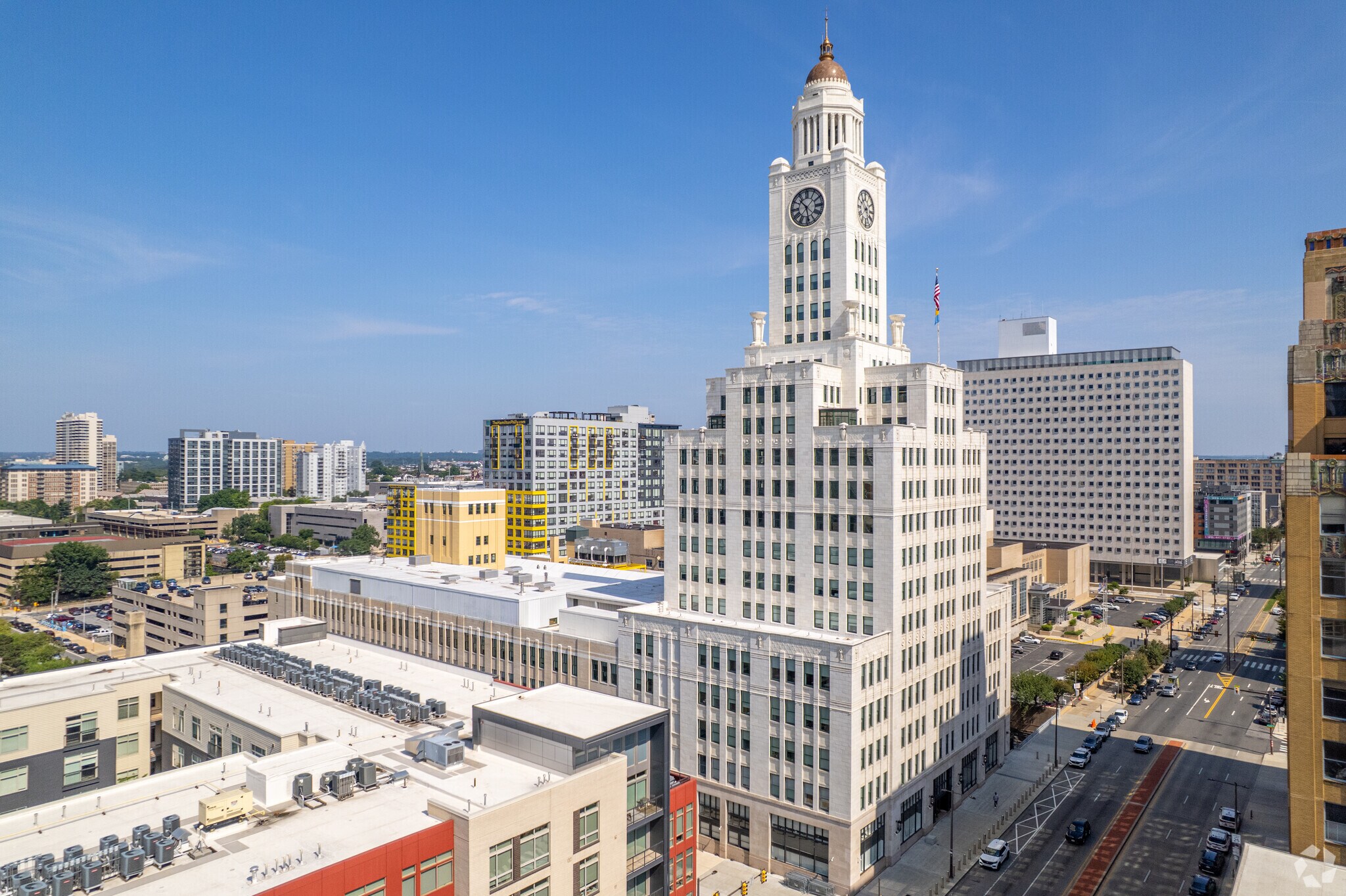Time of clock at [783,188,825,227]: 10:28
